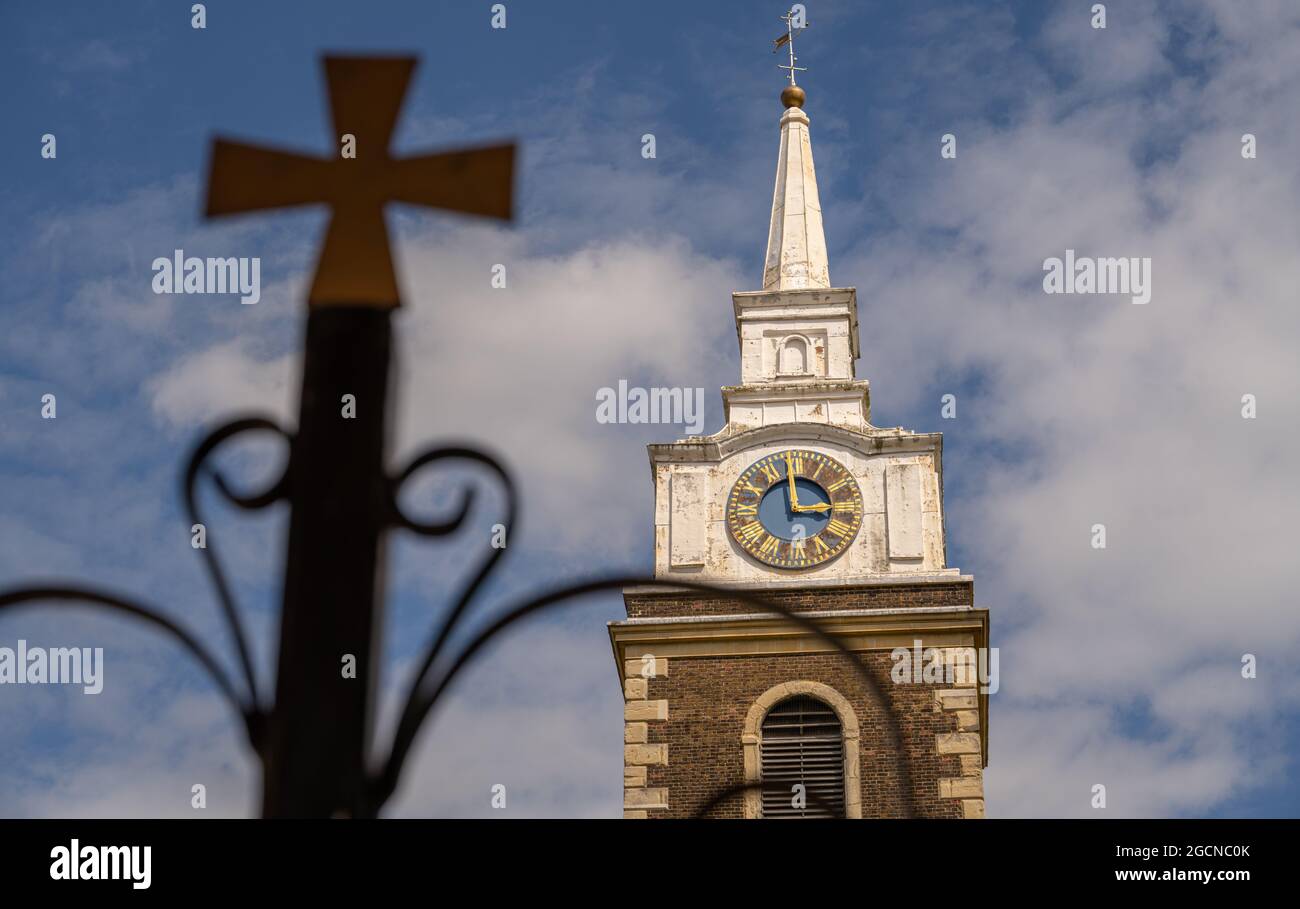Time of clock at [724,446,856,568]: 2:59
